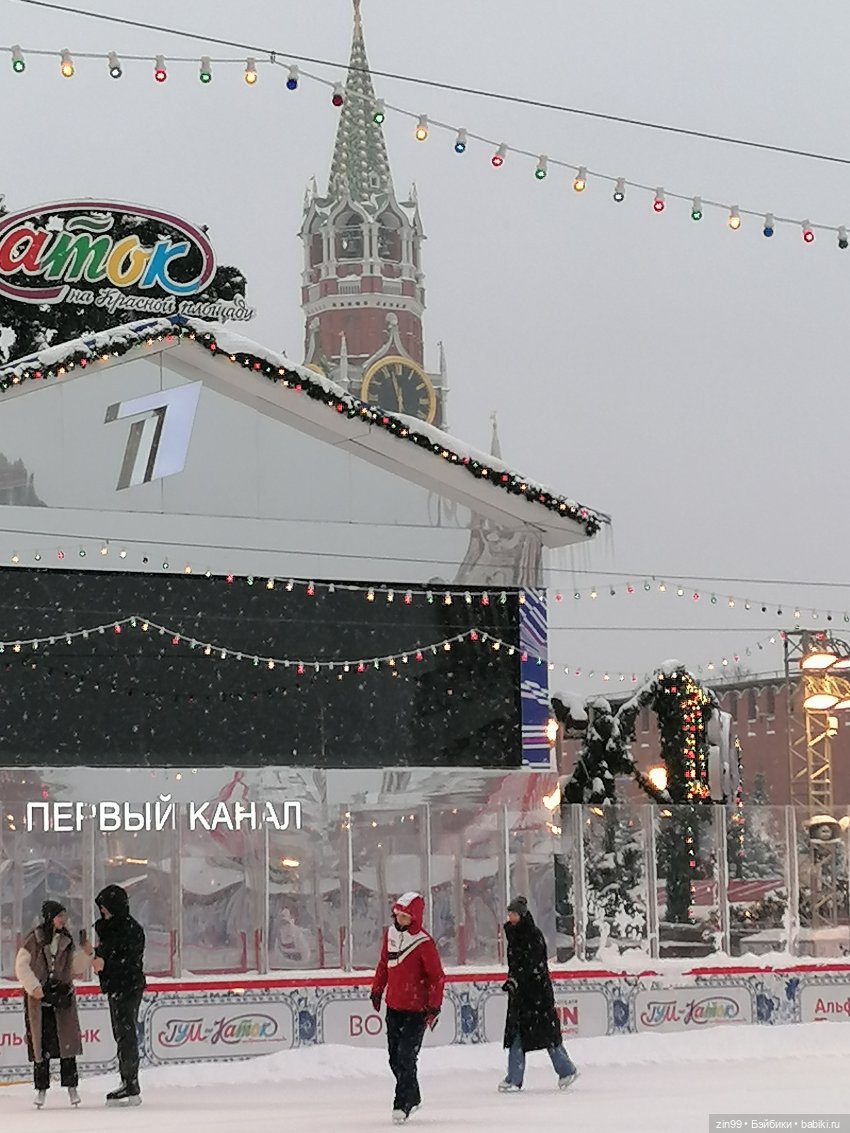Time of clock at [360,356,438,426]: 11:57
